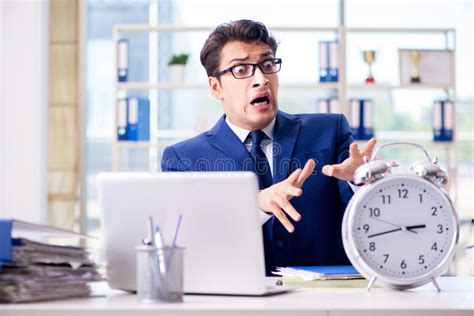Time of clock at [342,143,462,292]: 2:42
